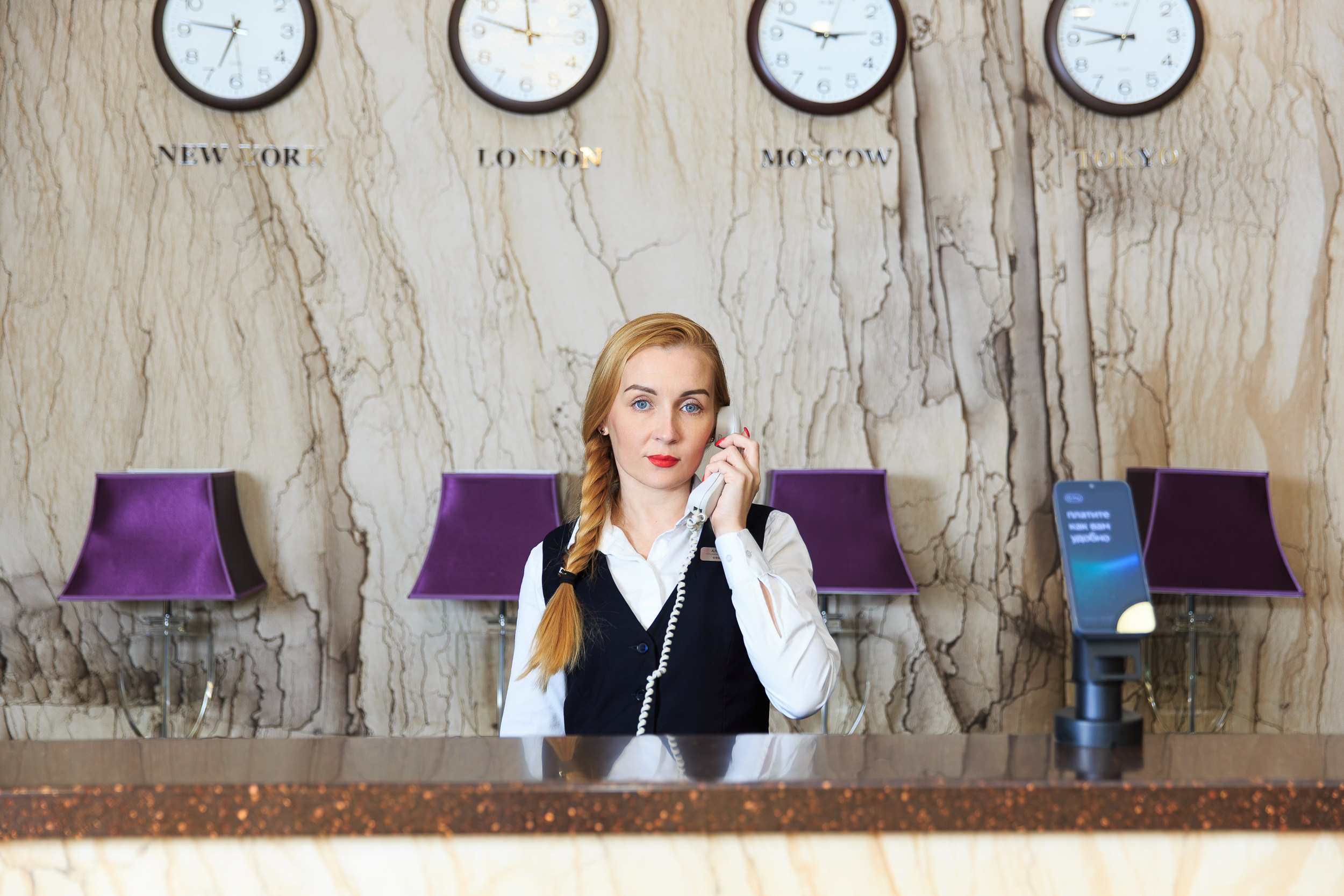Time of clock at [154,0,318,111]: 6:46
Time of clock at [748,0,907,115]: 2:47
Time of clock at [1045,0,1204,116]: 8:47
